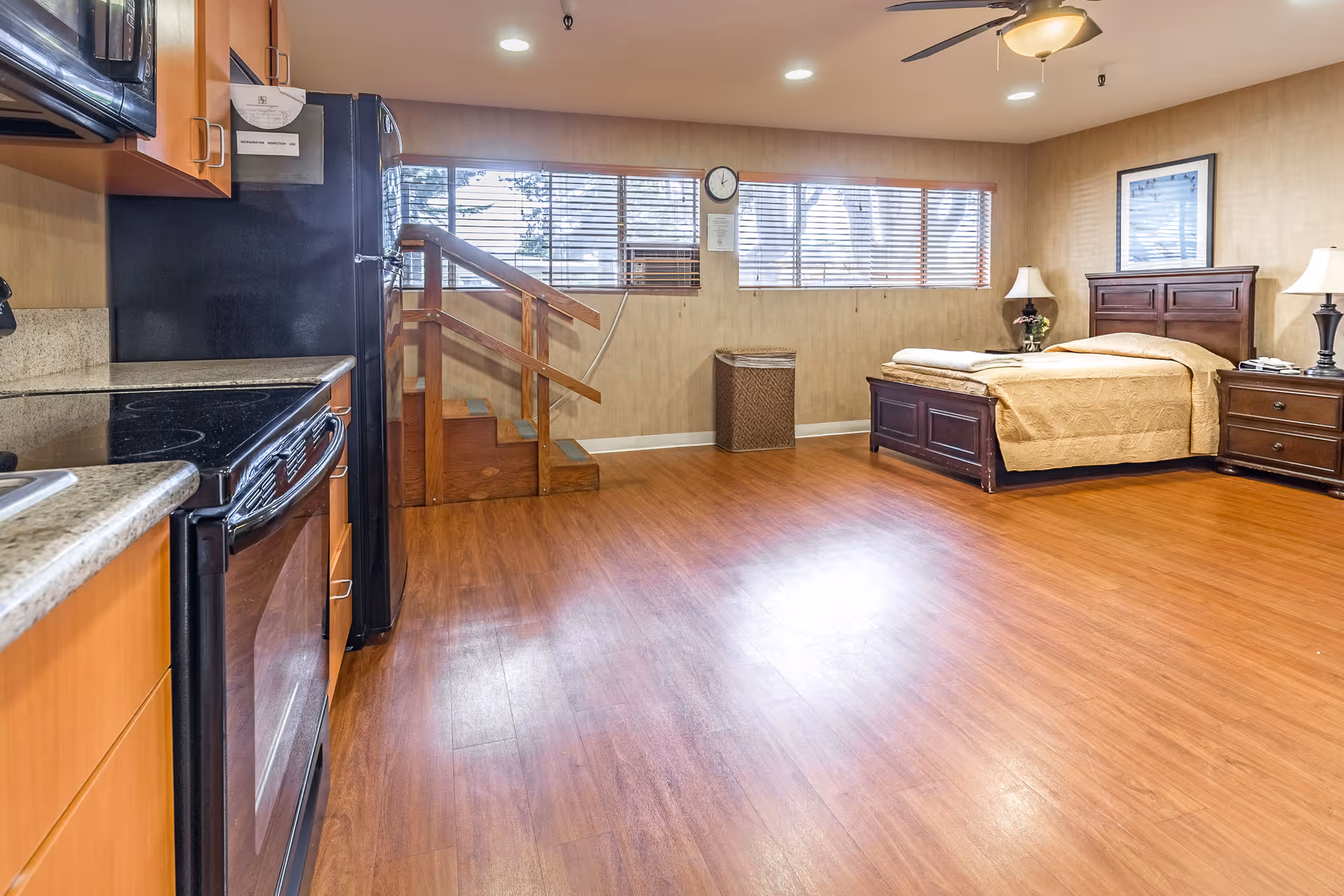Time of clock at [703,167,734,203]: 2:01
